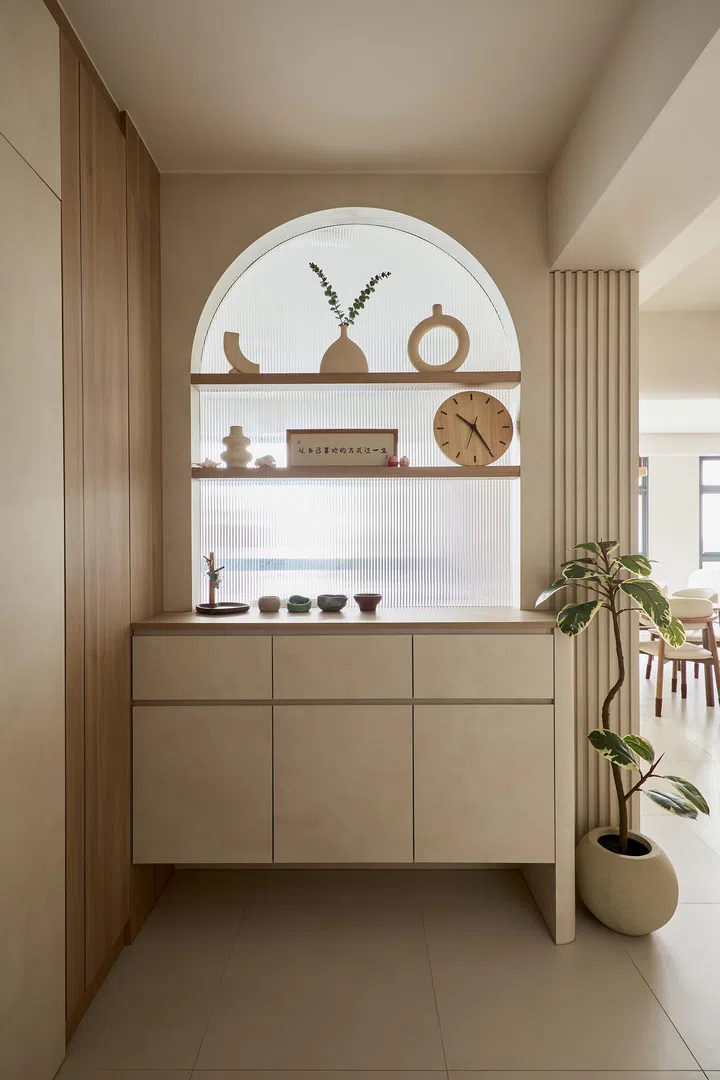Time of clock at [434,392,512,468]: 10:24
